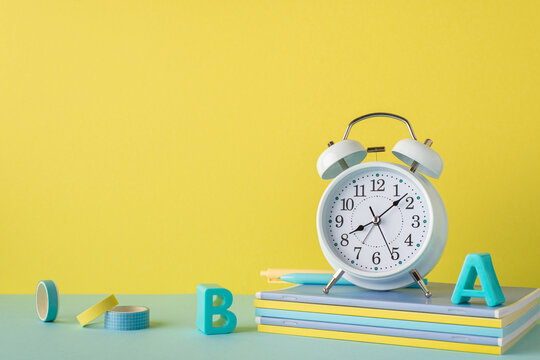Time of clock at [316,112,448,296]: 8:07
